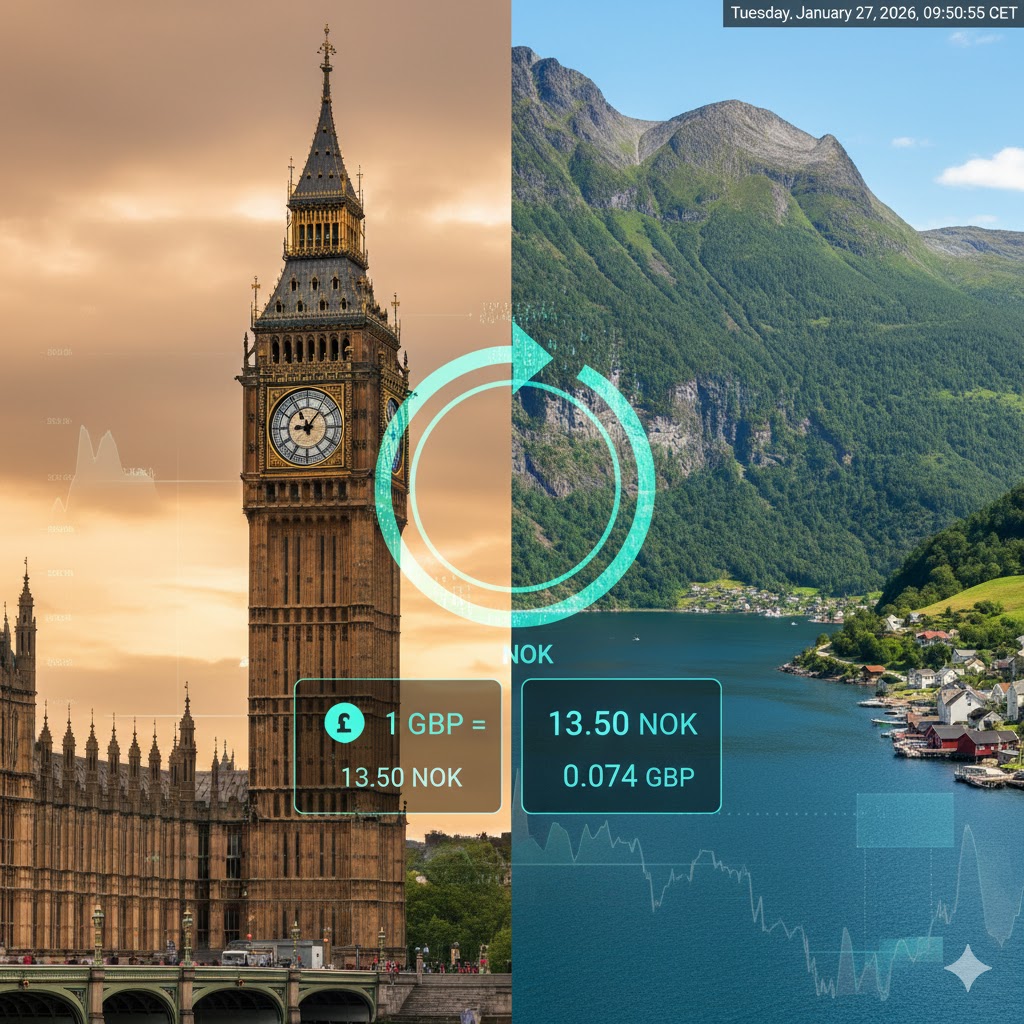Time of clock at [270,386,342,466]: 9:06
